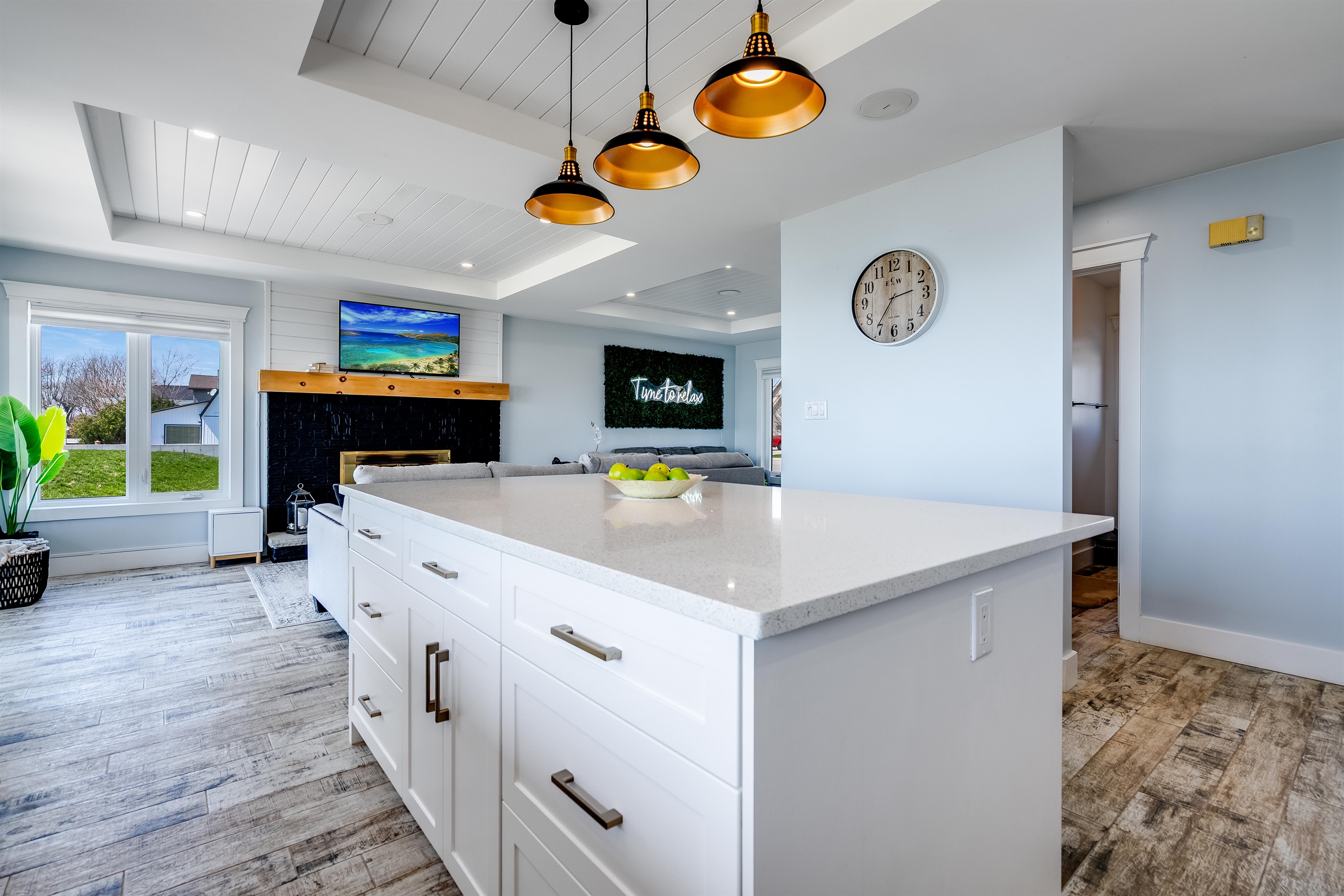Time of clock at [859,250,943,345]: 2:36
